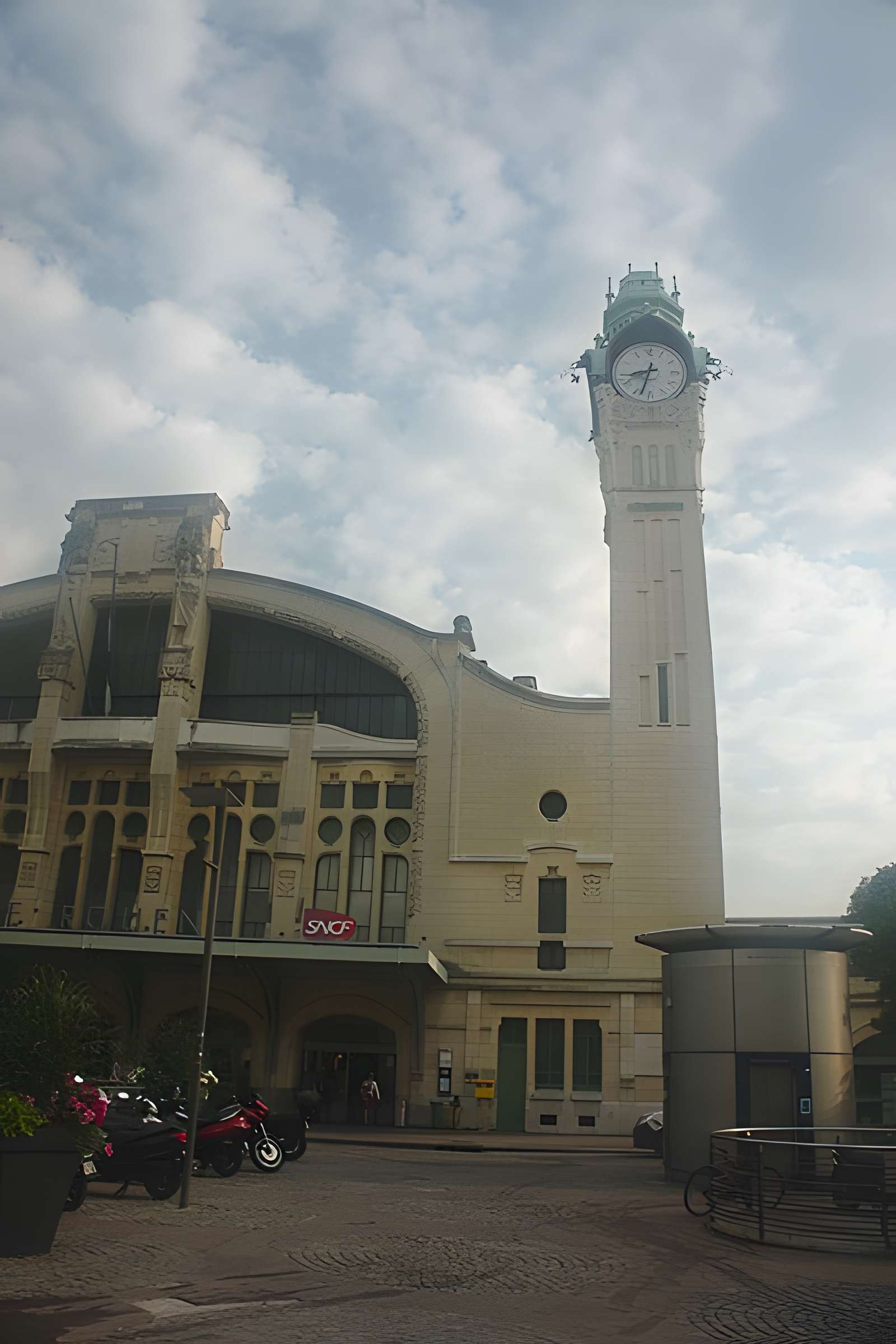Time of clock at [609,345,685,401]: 8:32
